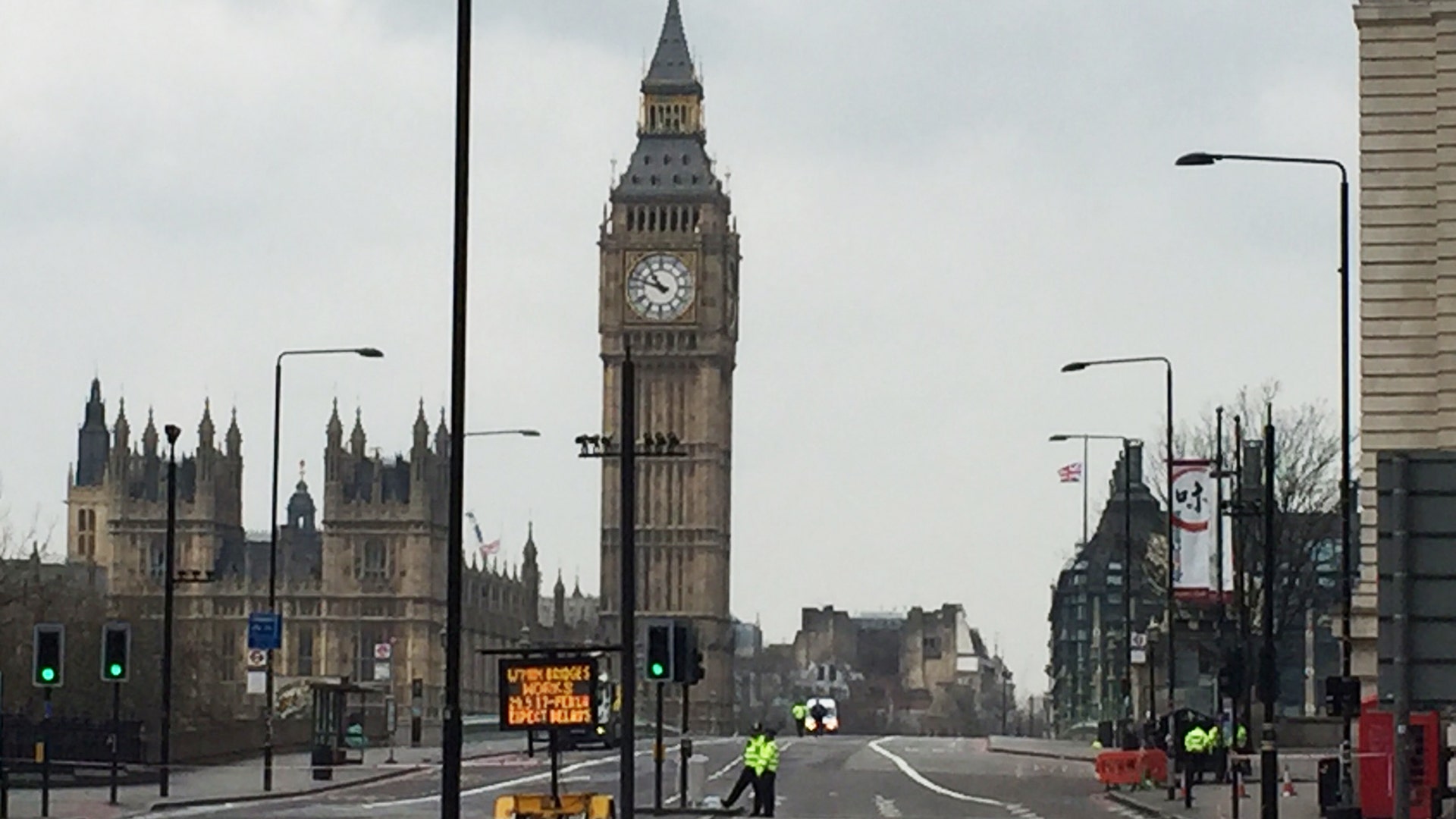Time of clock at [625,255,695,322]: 10:47
